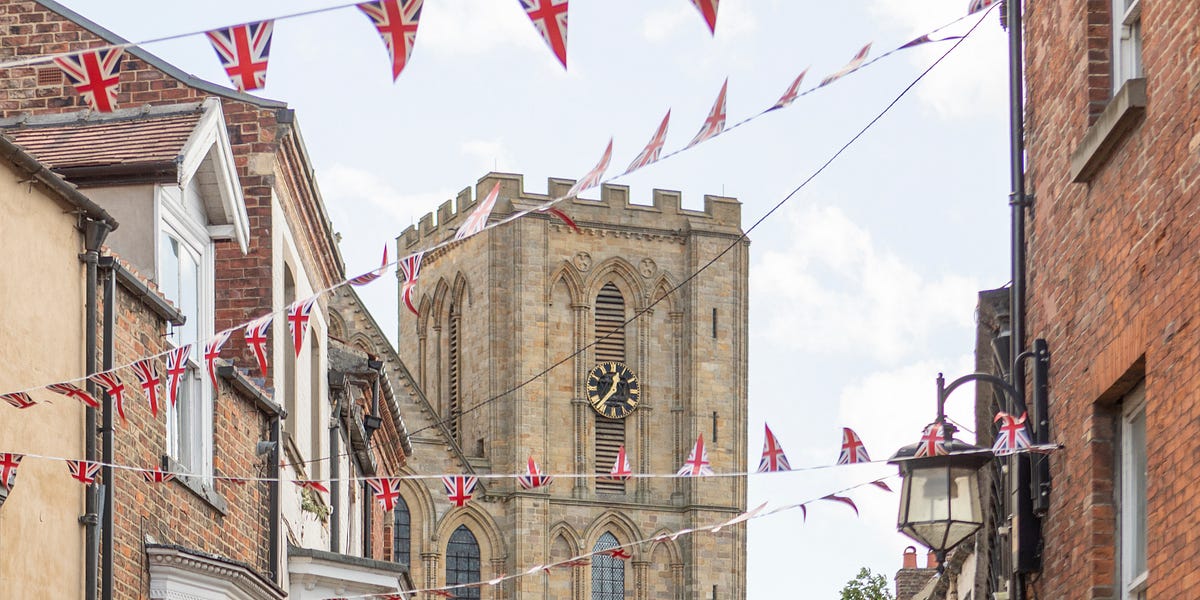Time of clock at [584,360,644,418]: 12:37
